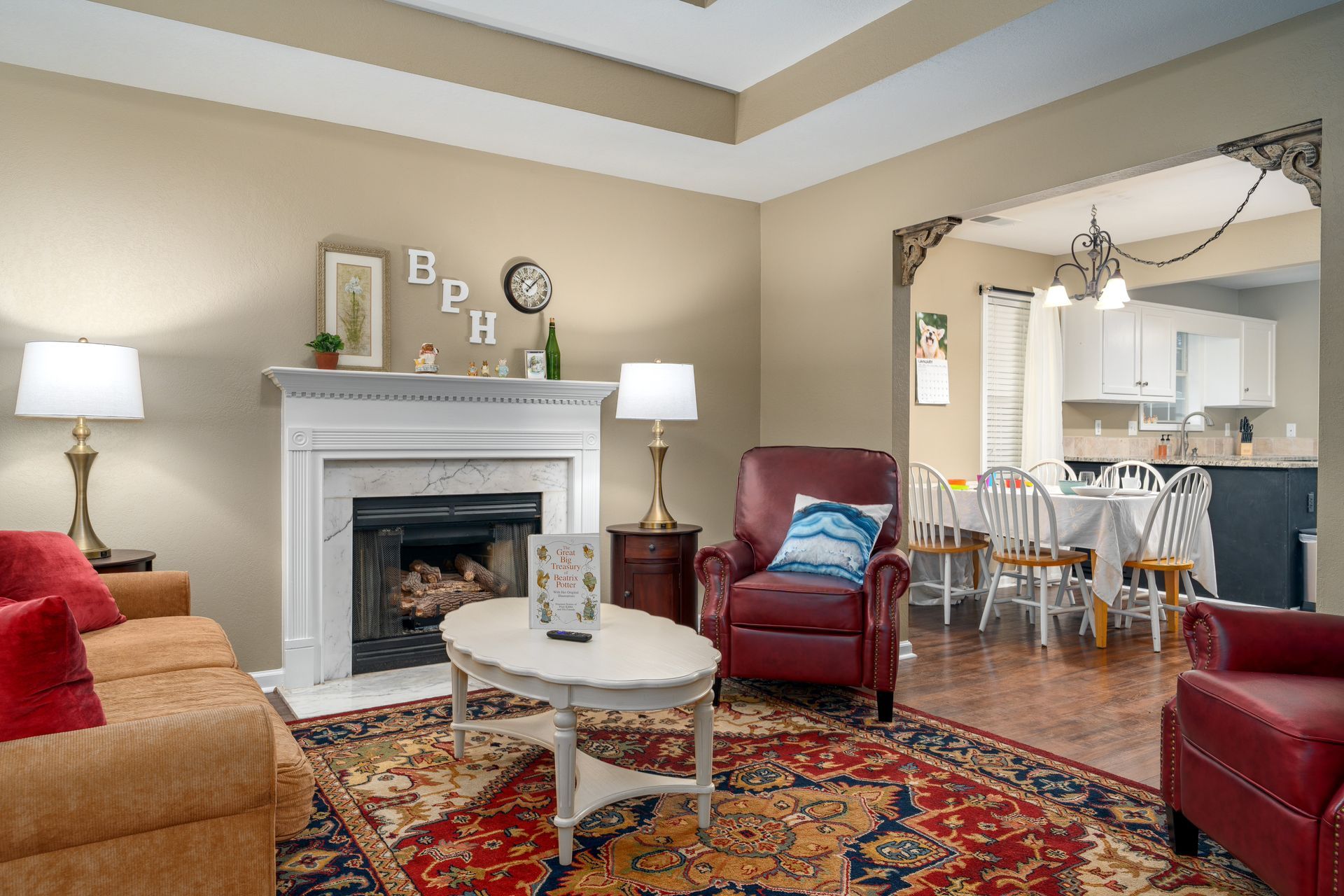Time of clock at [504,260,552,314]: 1:52
